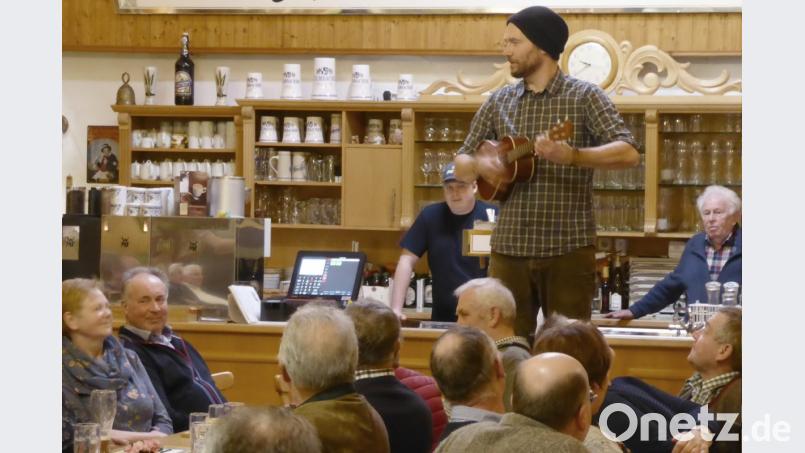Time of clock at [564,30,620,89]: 9:38
